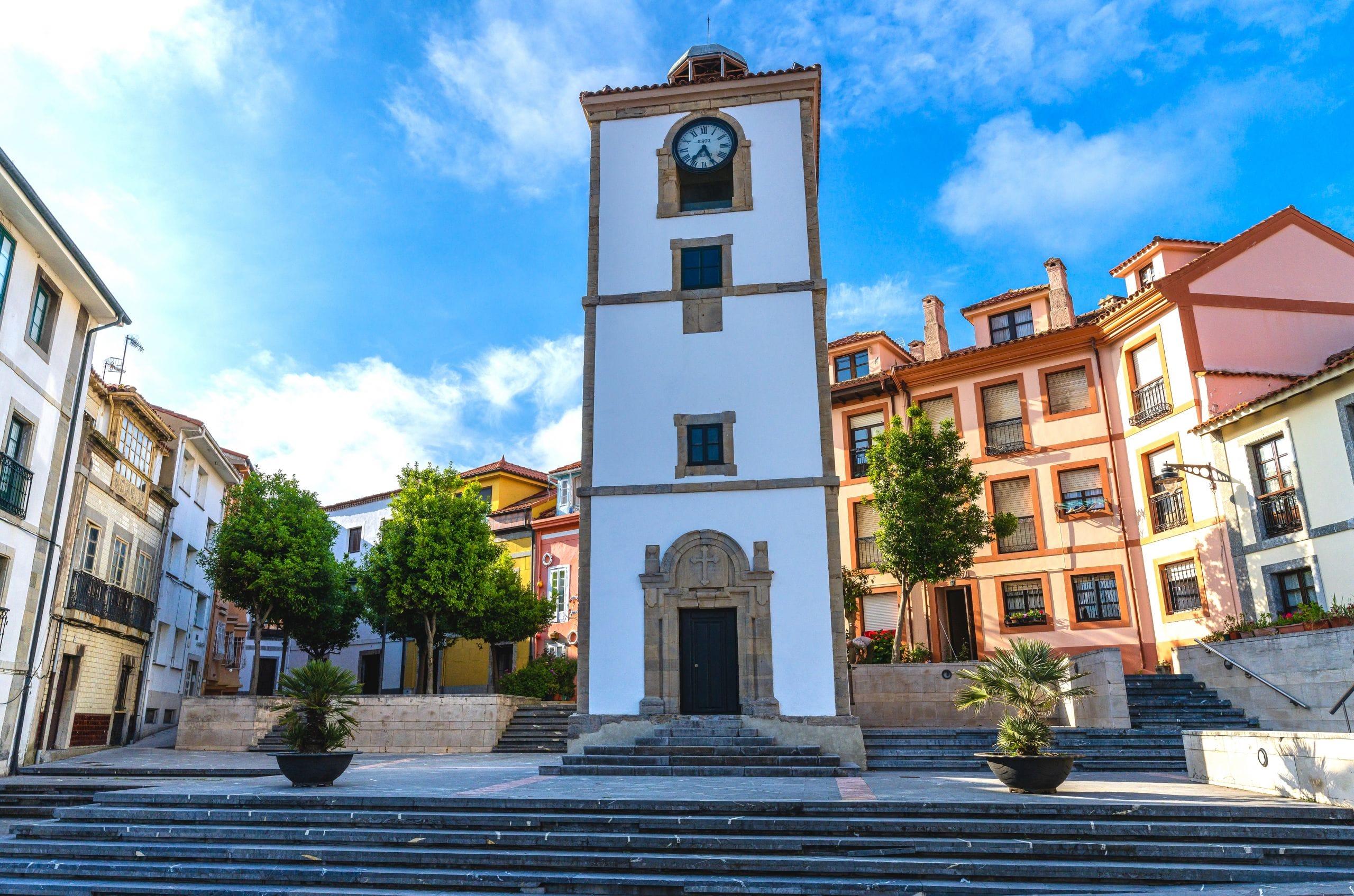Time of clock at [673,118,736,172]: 7:25
